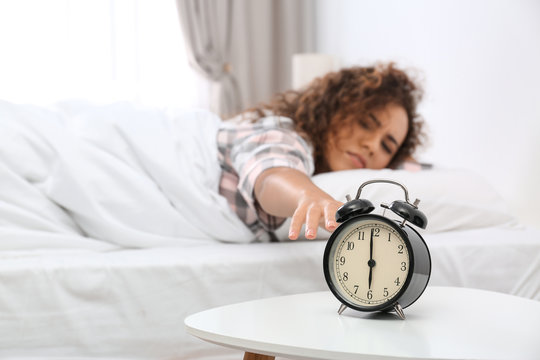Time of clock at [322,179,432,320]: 5:59
